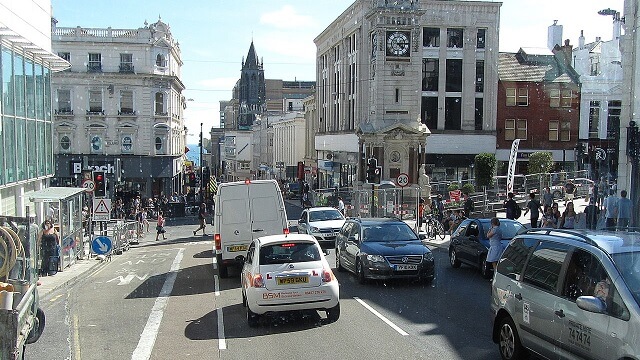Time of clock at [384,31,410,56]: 4:14
